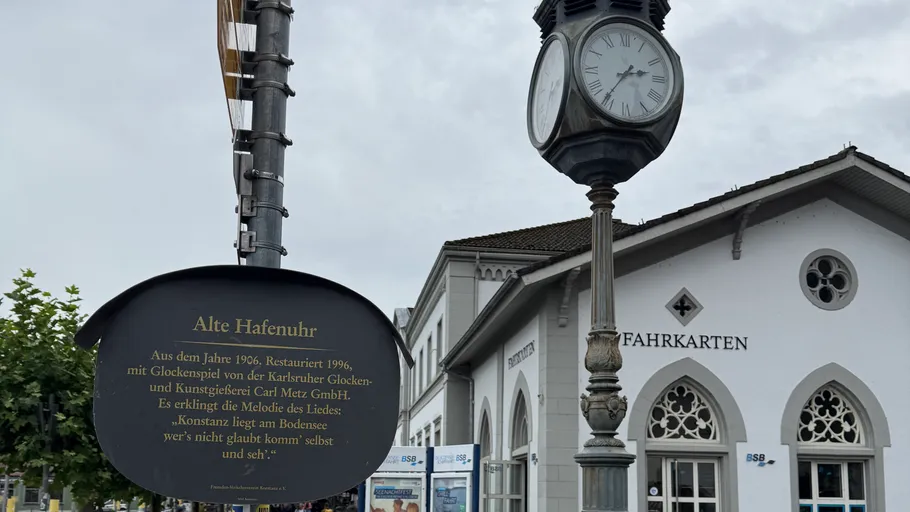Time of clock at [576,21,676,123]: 2:36
